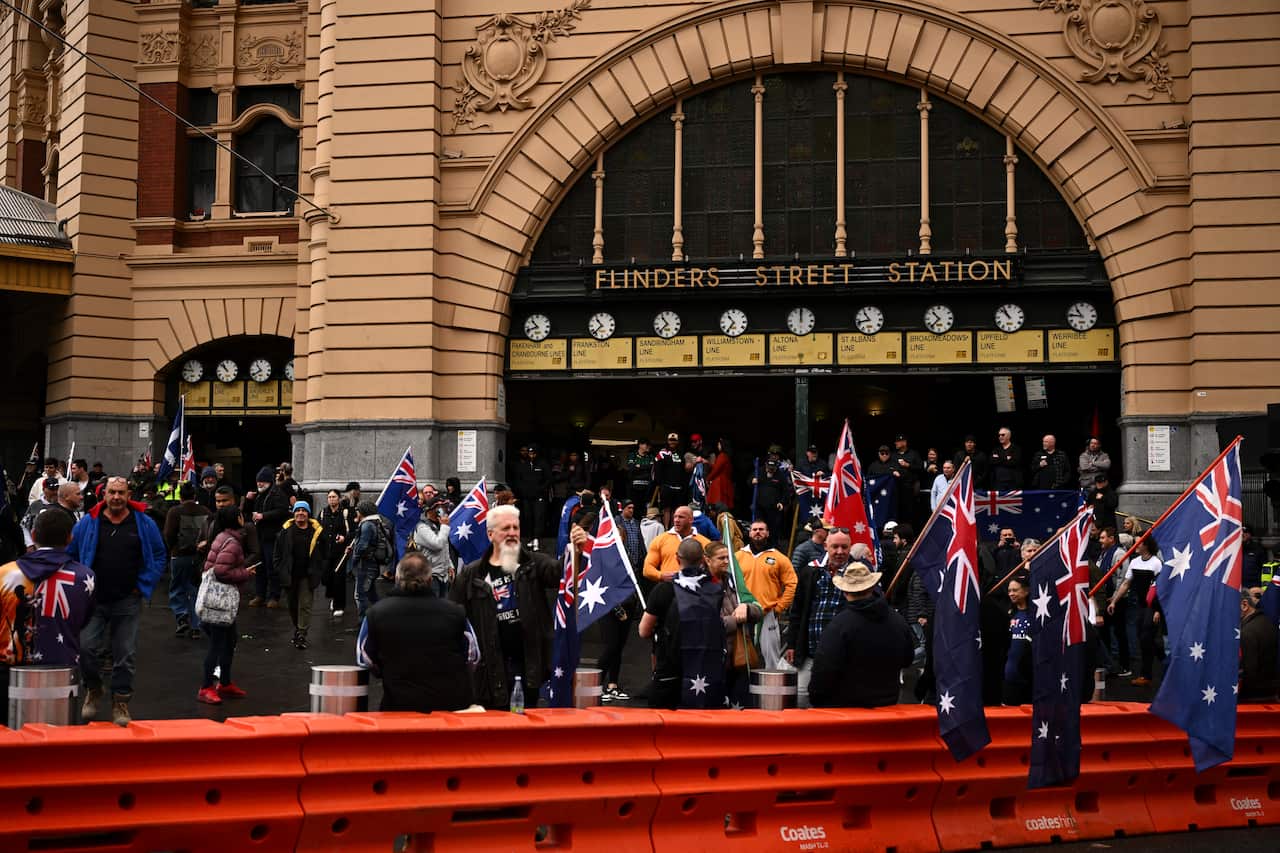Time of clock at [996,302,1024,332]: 10:52
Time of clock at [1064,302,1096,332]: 10:45
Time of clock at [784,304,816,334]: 12:00
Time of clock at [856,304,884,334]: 10:42
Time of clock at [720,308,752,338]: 10:35
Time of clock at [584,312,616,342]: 10:37
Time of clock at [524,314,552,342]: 10:41
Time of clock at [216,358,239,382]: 10:52
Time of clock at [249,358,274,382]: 10:39
